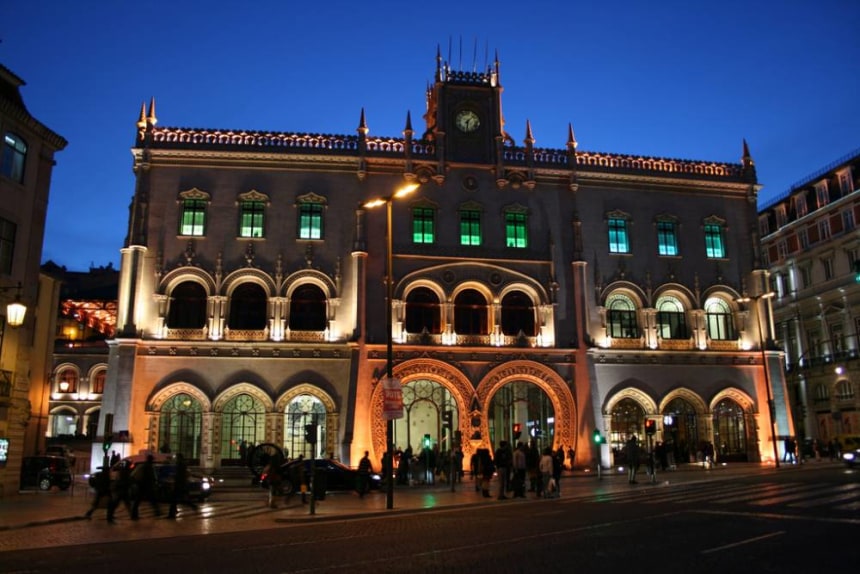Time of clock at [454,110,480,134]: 6:07
